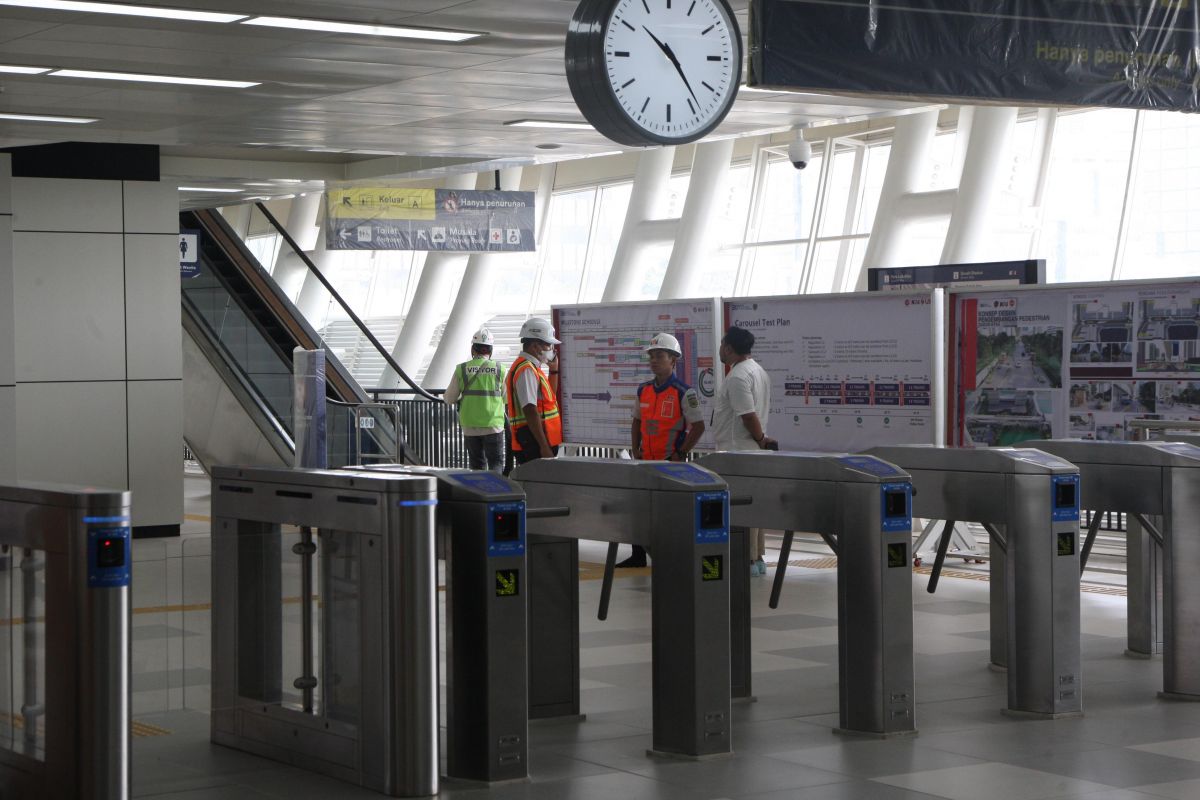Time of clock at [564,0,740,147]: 10:23
